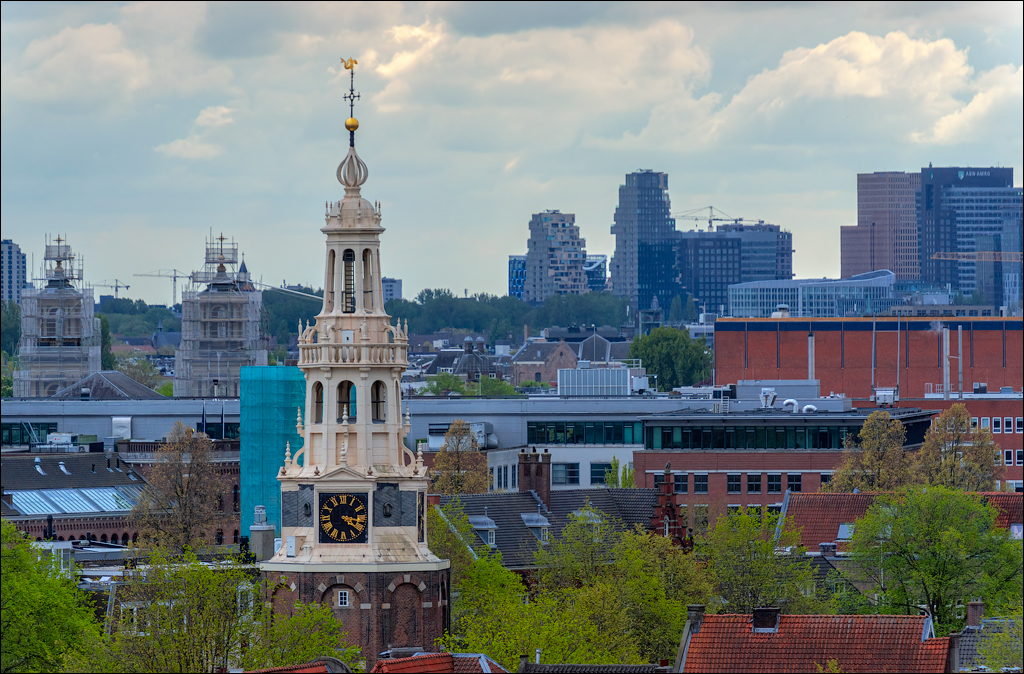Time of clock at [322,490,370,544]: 4:17
